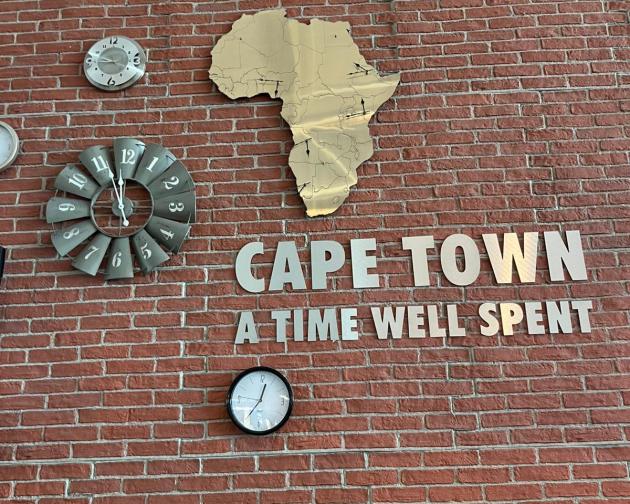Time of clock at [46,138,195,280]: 11:57
